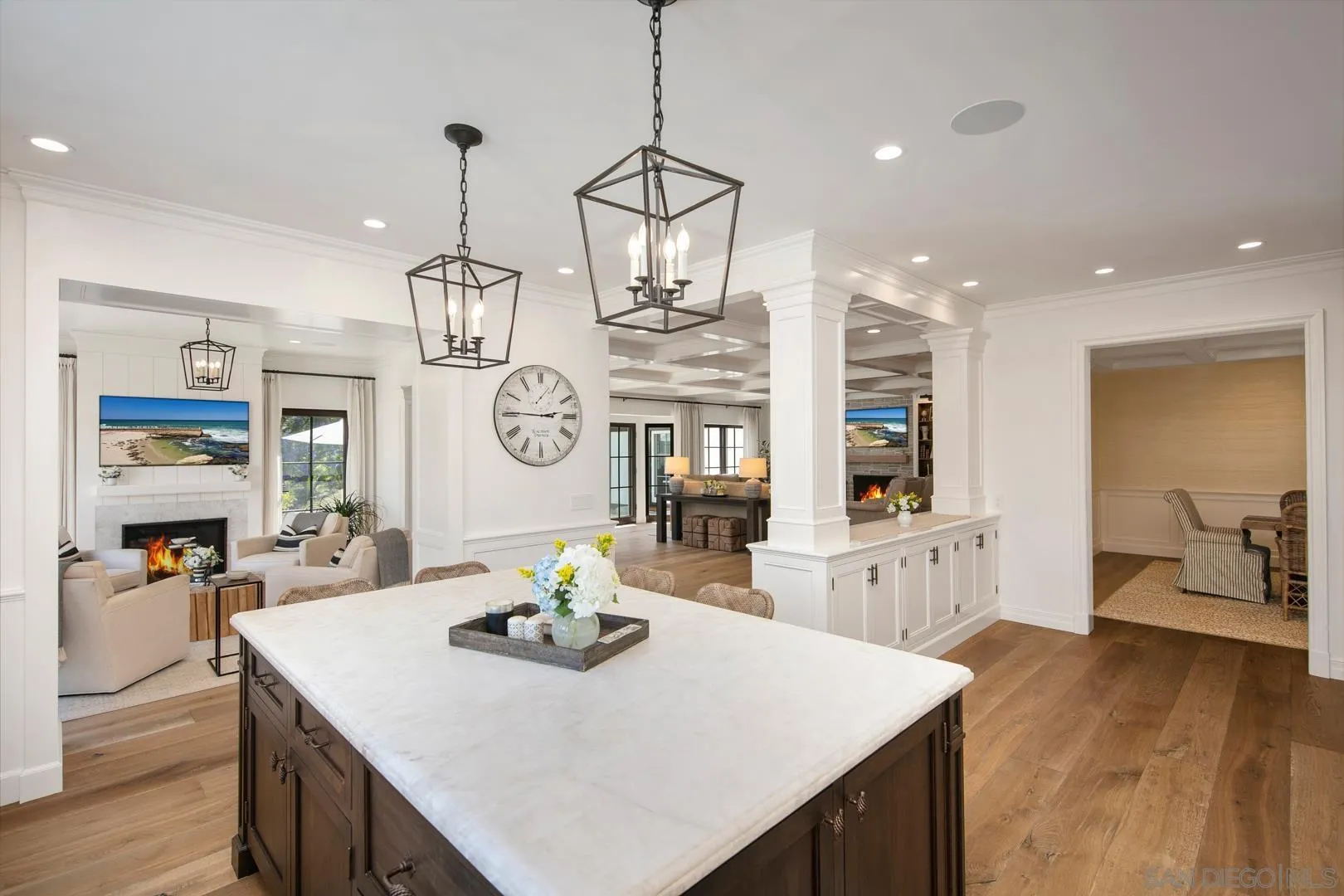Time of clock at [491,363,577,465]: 2:45
